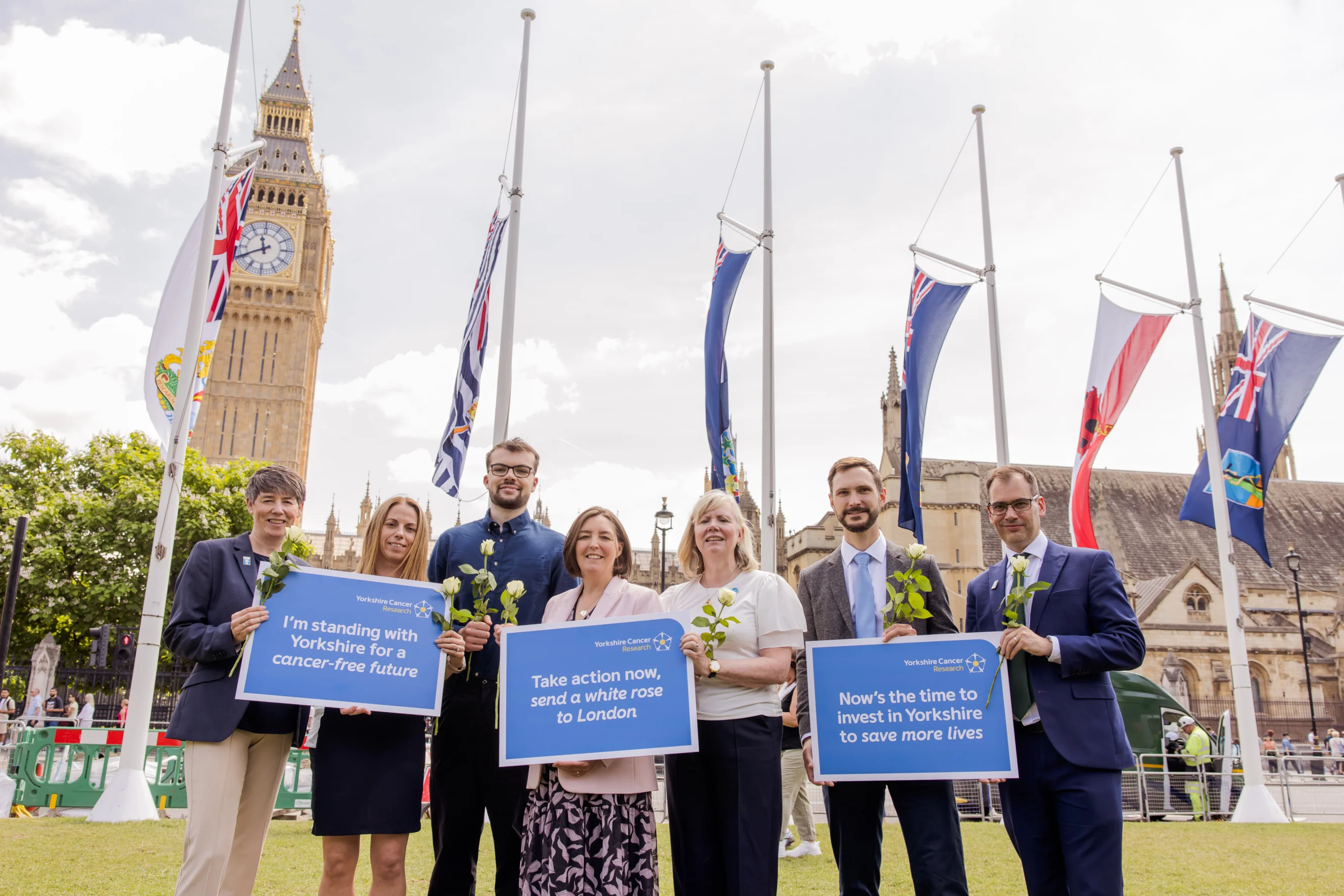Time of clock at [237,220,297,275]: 11:40
